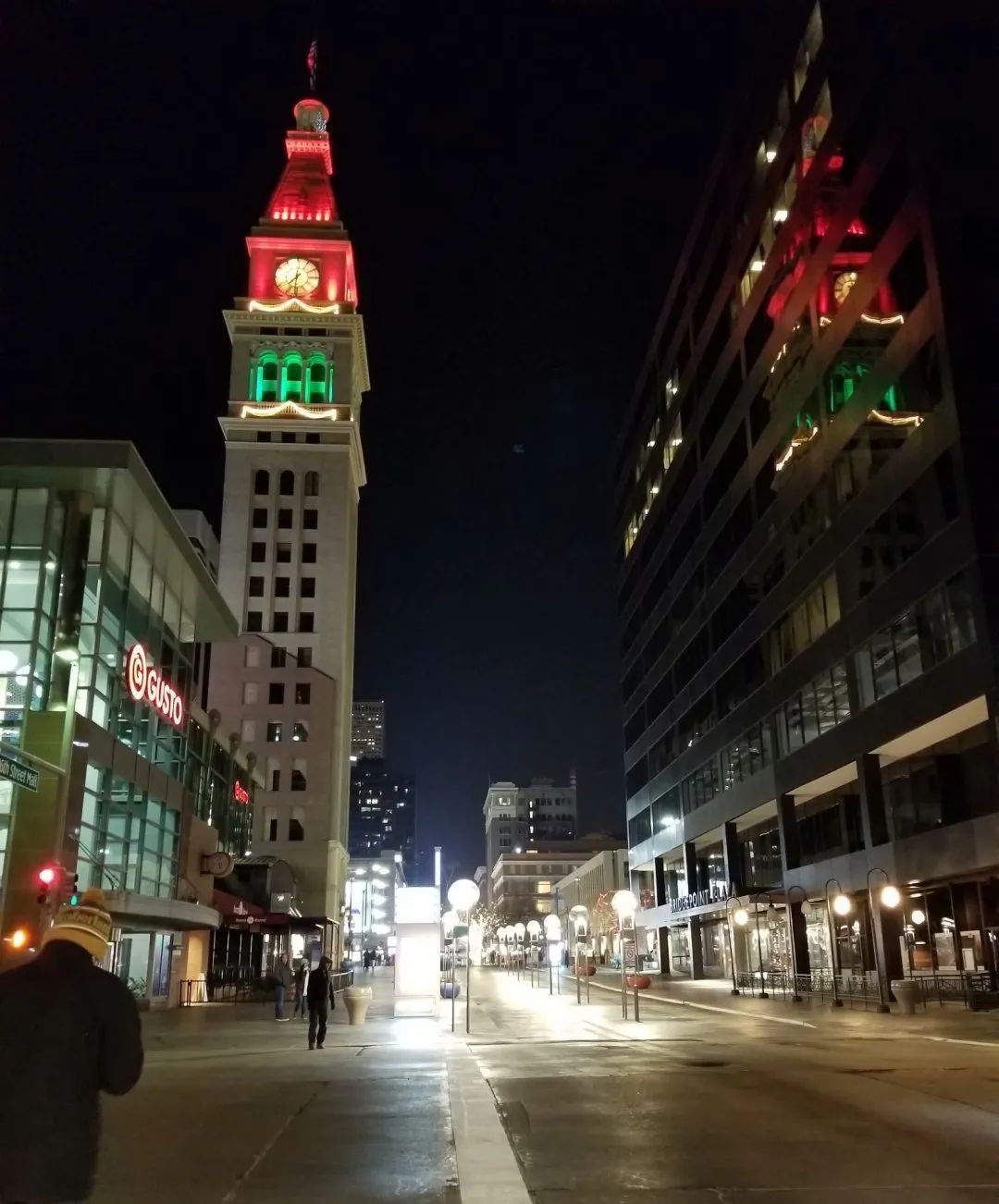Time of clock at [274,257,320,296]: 7:31
